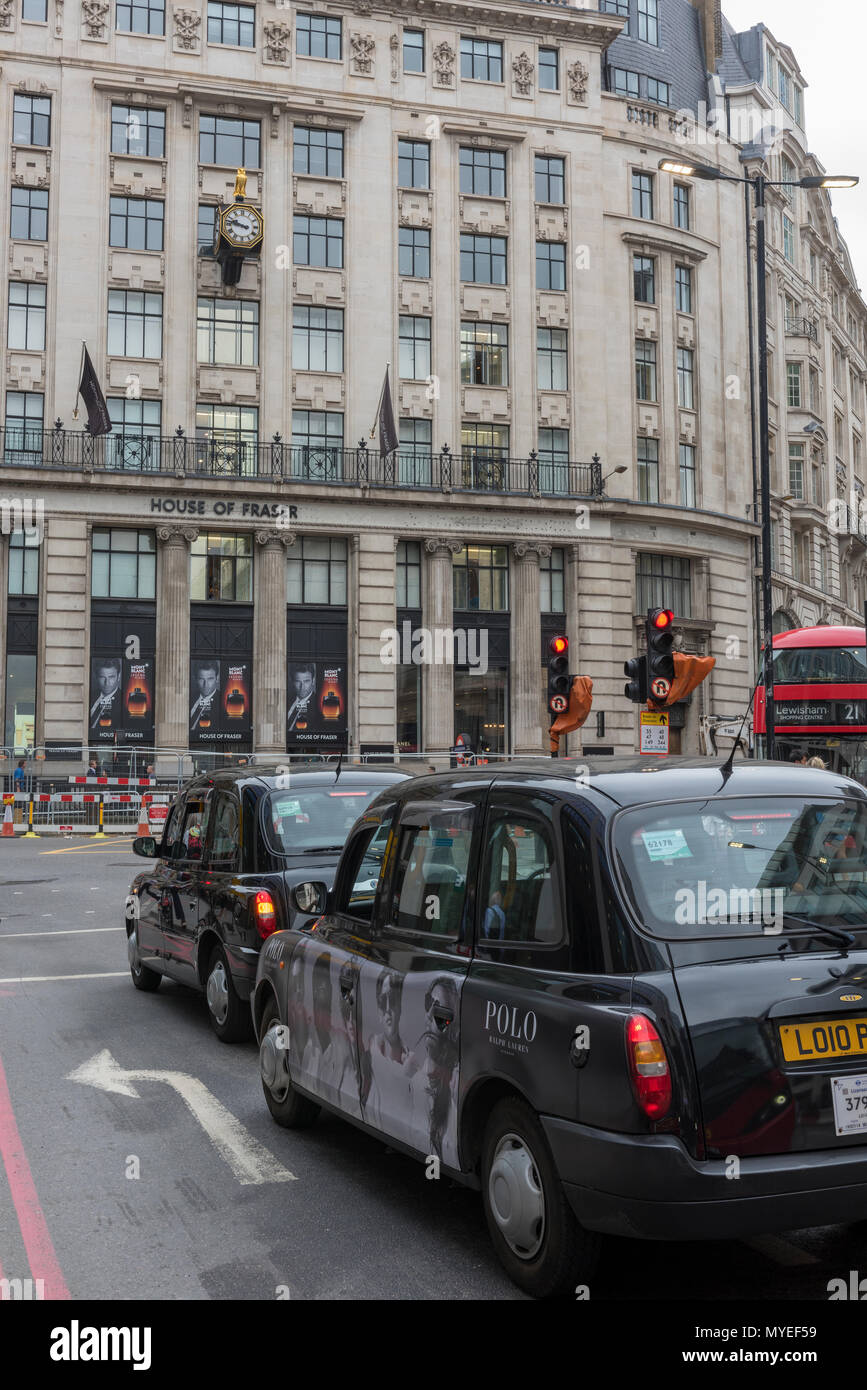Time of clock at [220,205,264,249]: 9:47
